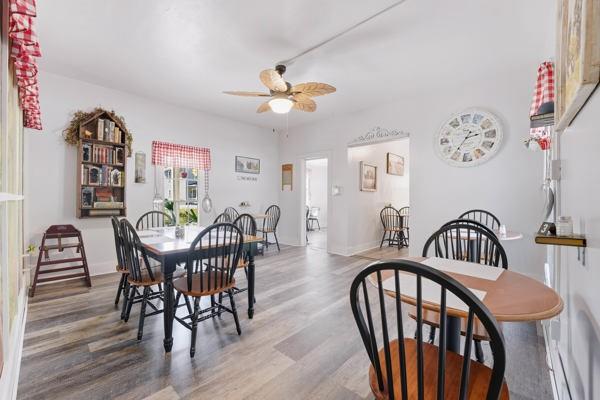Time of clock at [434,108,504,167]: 2:35
